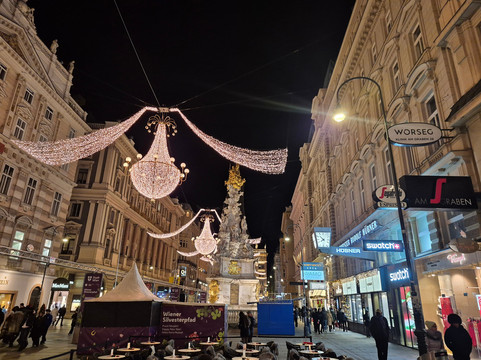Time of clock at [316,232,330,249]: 7:52
